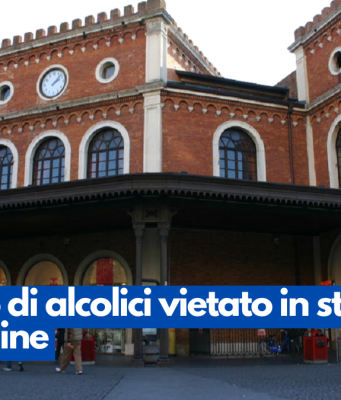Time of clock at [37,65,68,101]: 2:07
